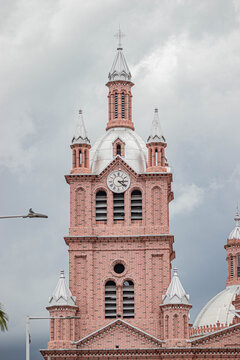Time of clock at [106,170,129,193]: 4:14
